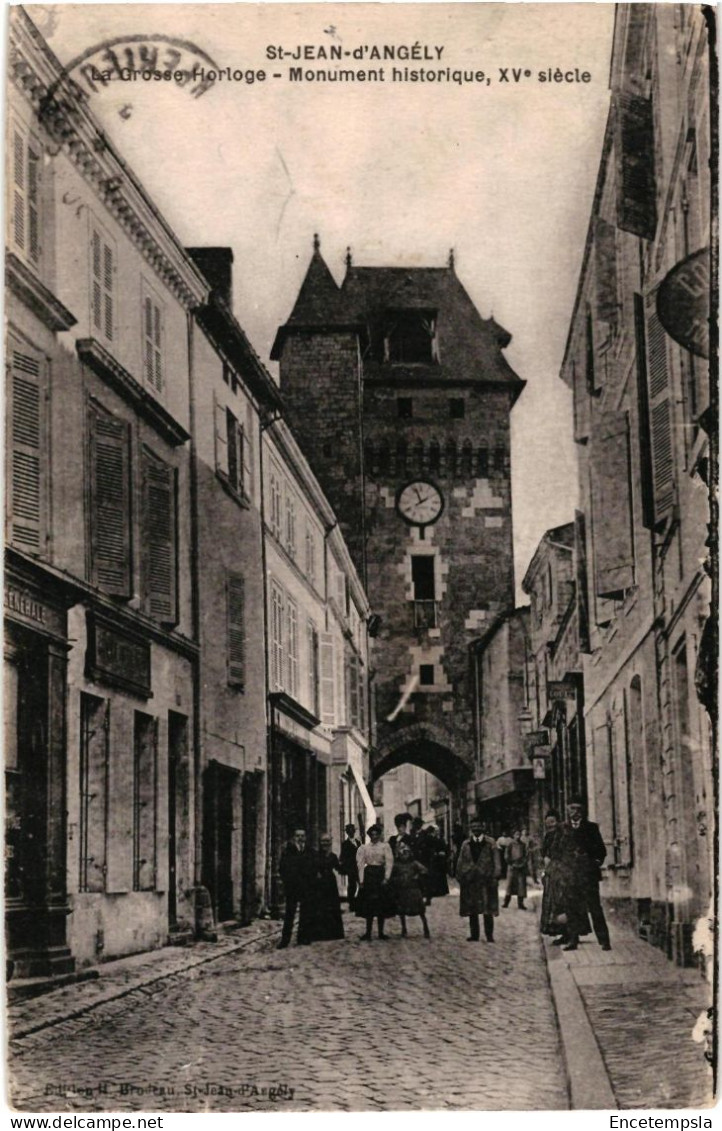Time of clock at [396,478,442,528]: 1:56
